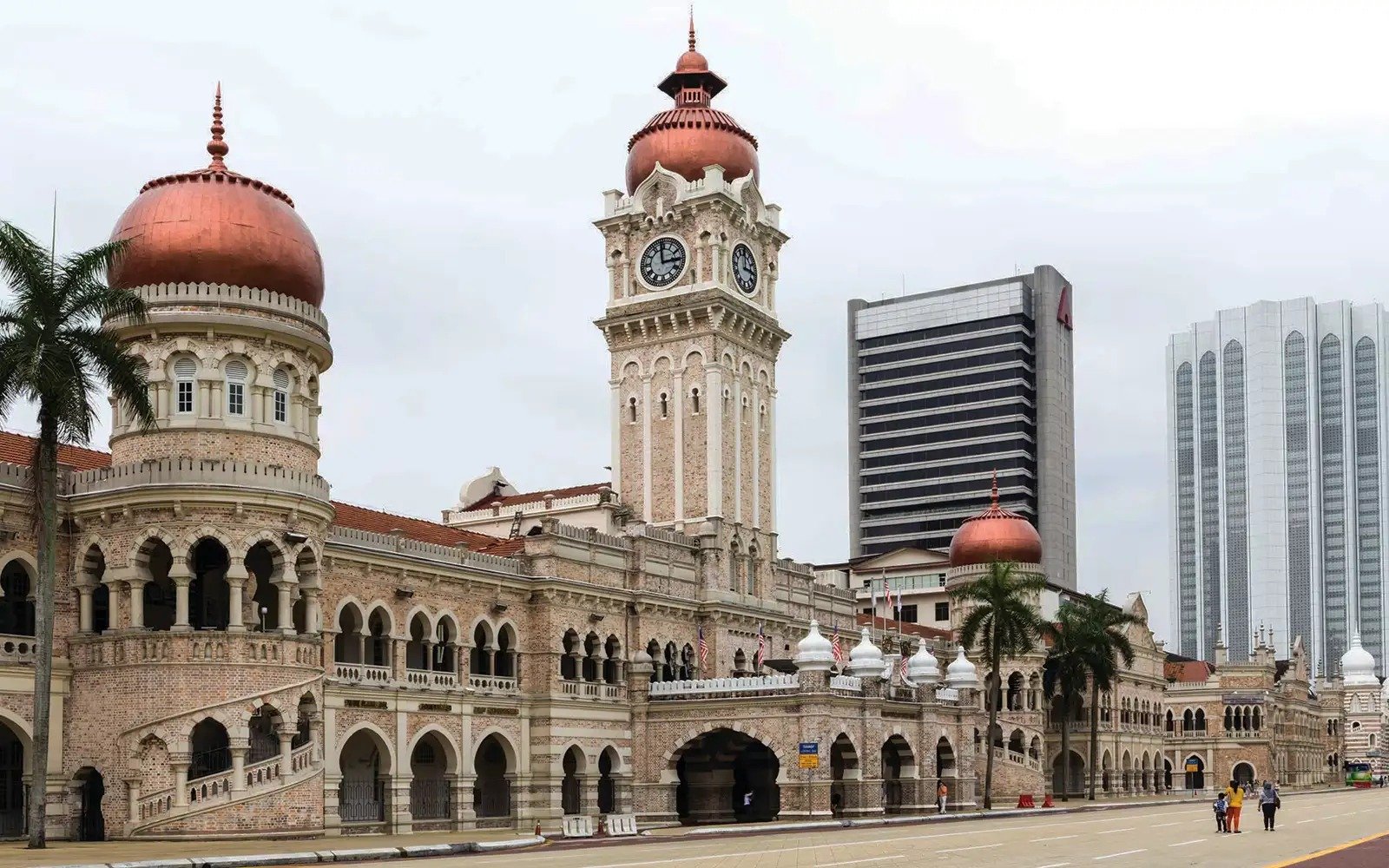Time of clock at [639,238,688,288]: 2:58
